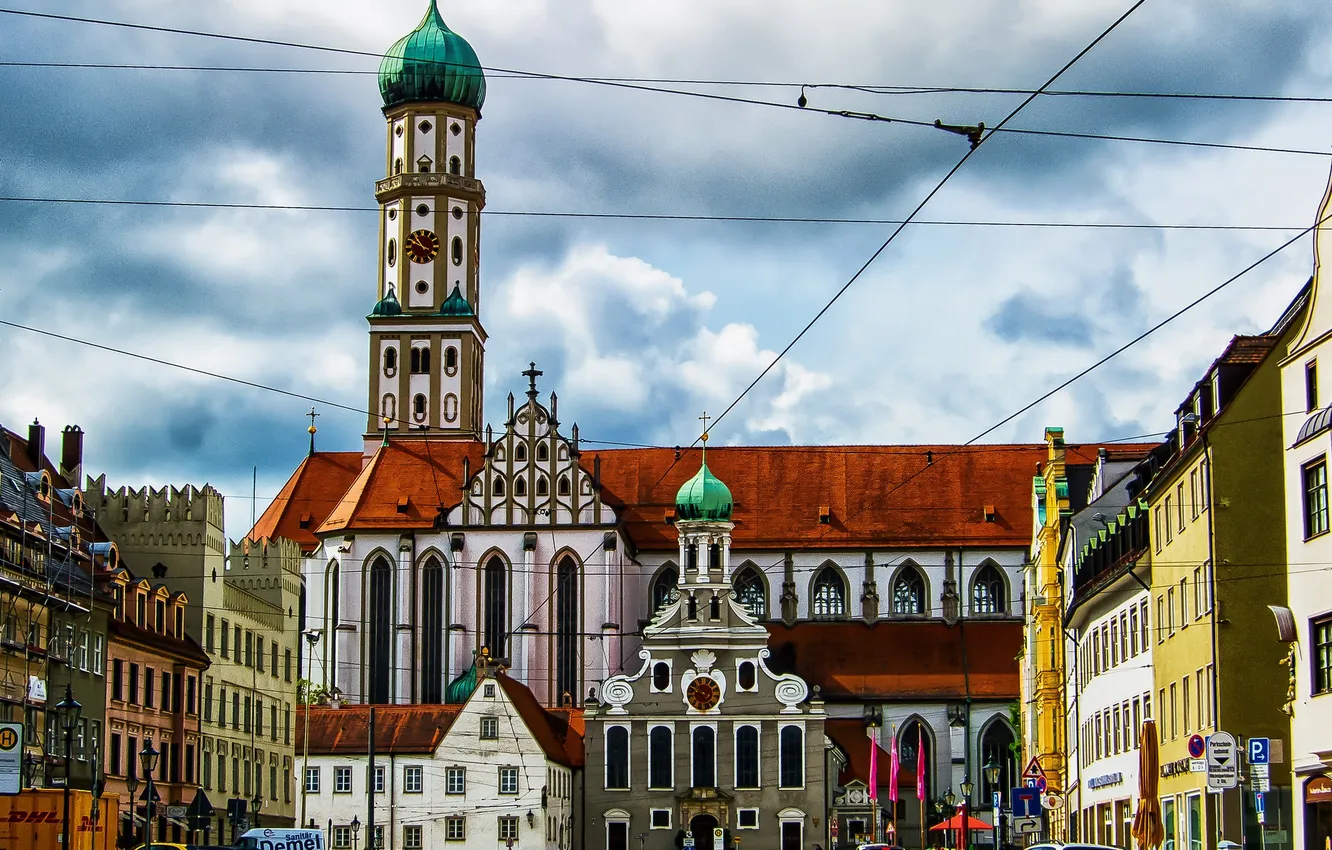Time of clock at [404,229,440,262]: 10:49
